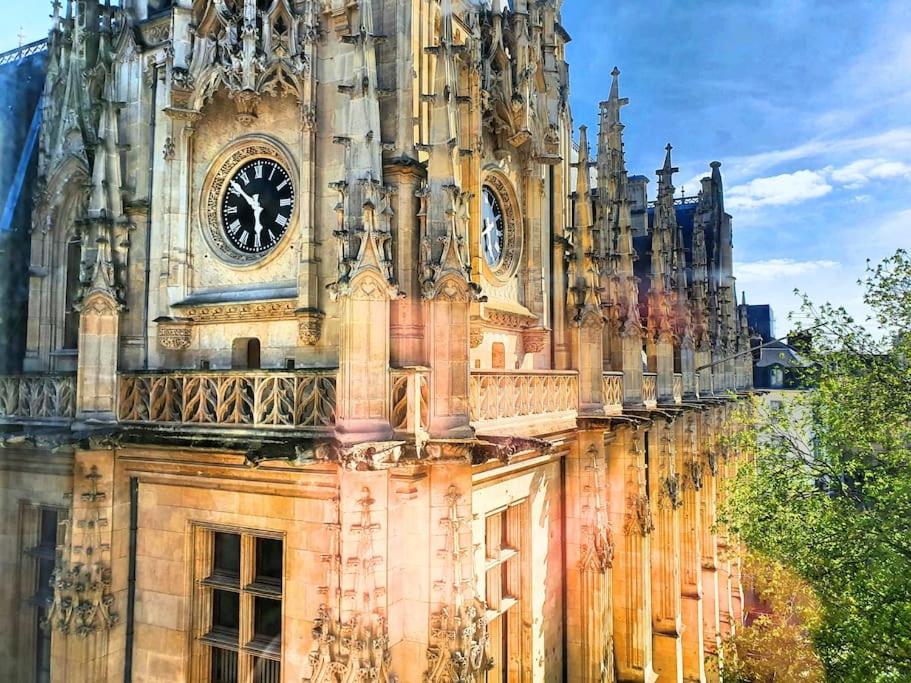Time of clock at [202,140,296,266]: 5:51
